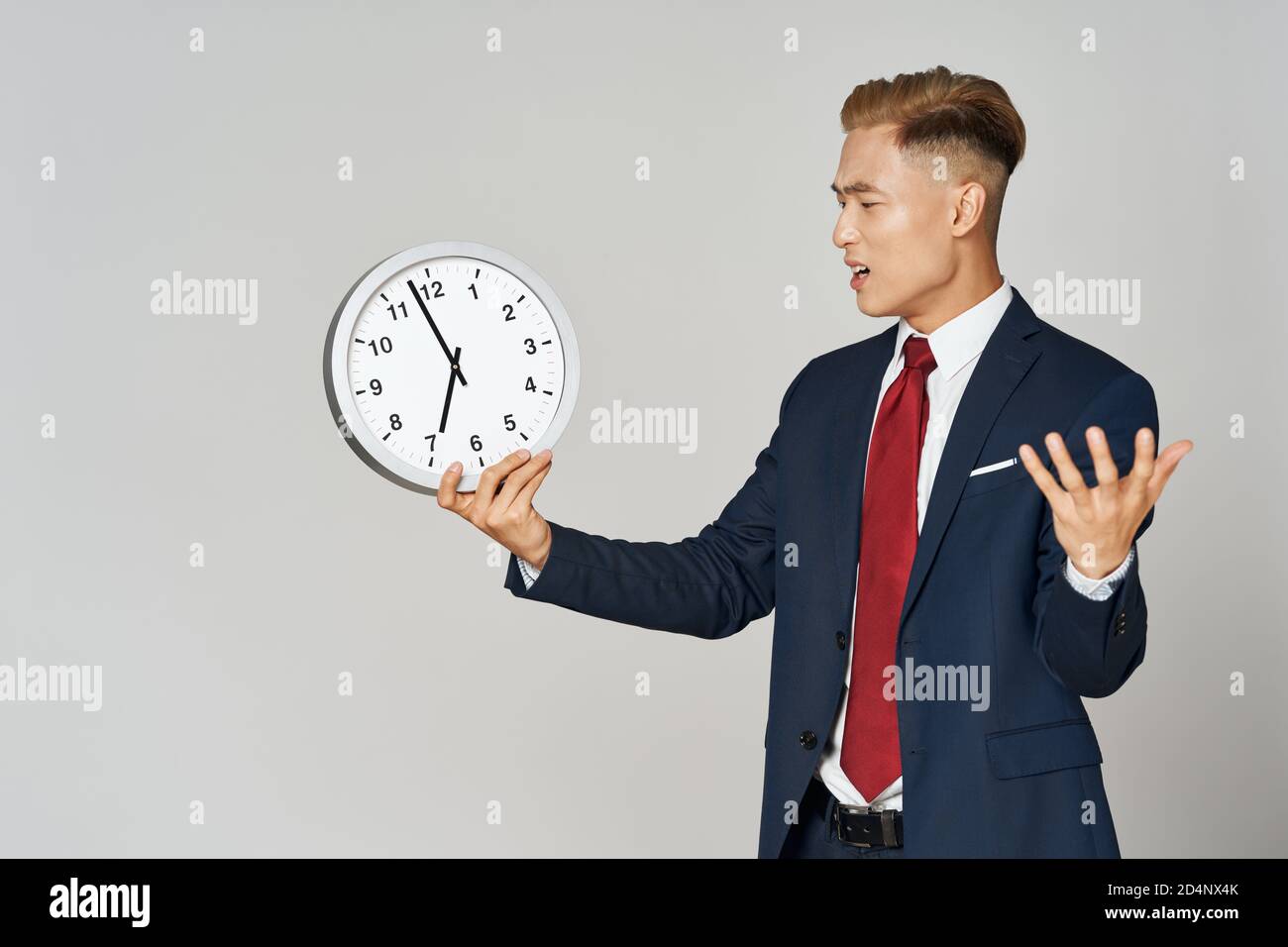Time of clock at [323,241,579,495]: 6:57
